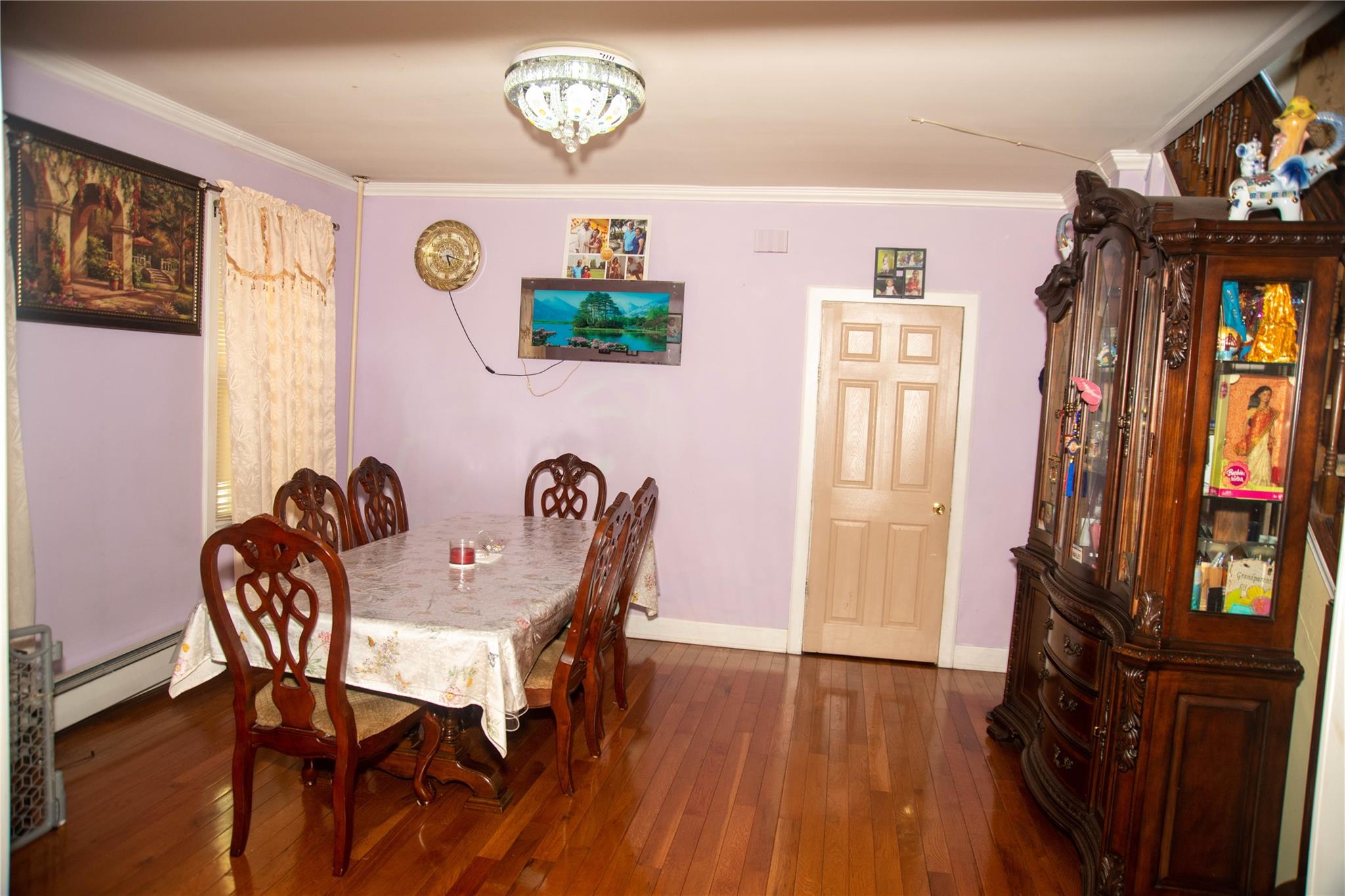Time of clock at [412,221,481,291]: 5:17
